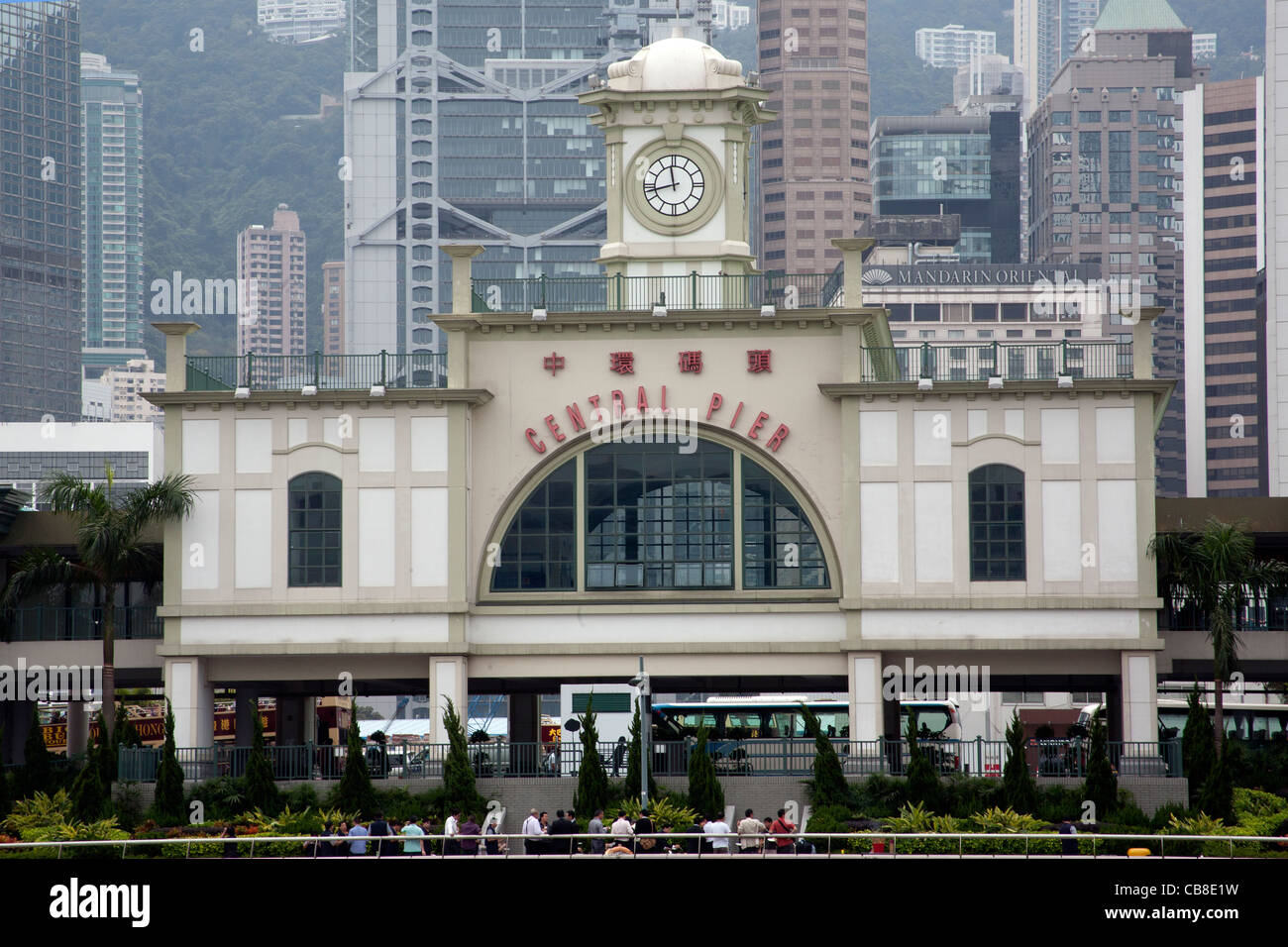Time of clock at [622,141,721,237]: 11:42
